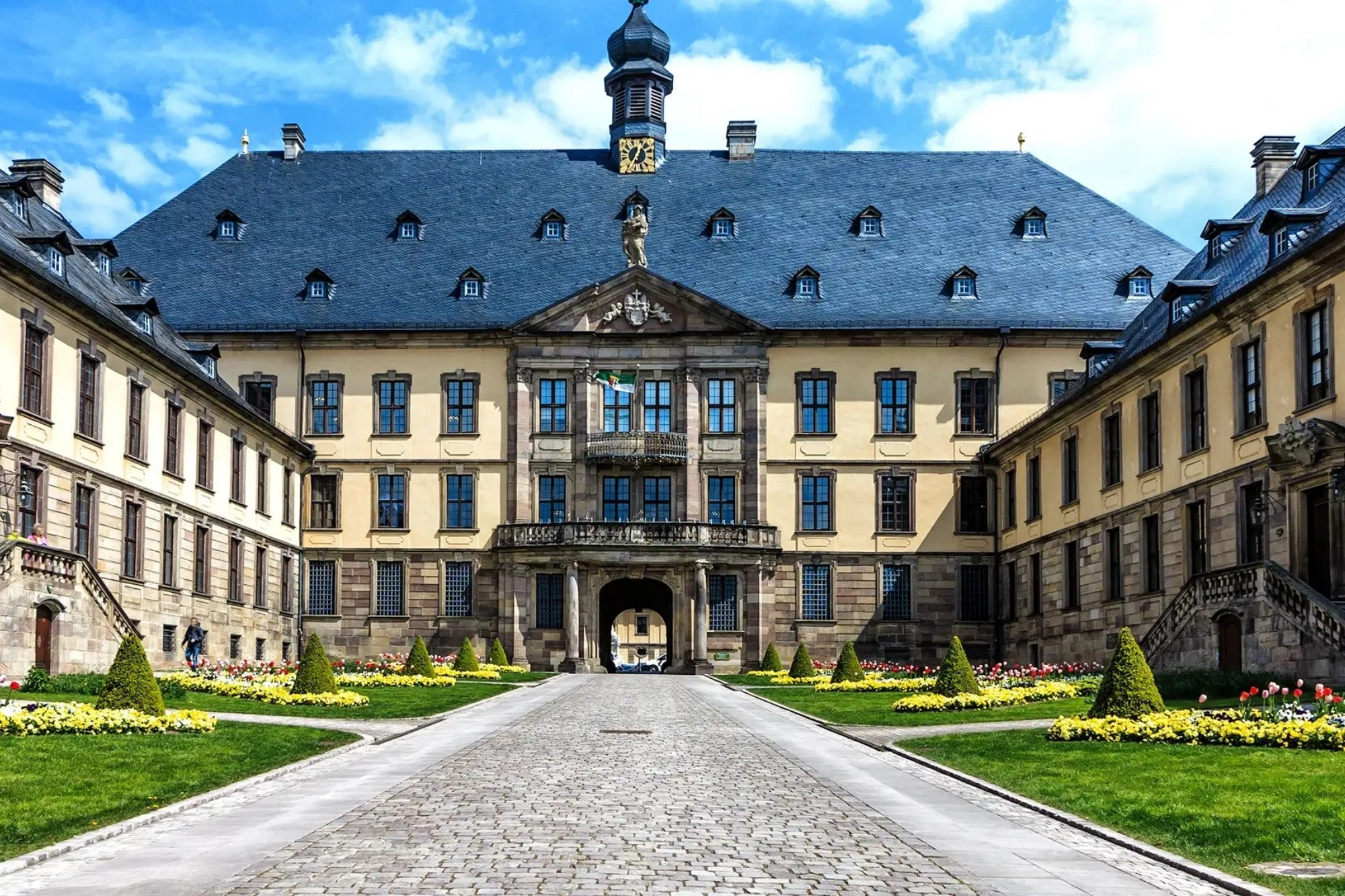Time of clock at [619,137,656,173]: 12:34
